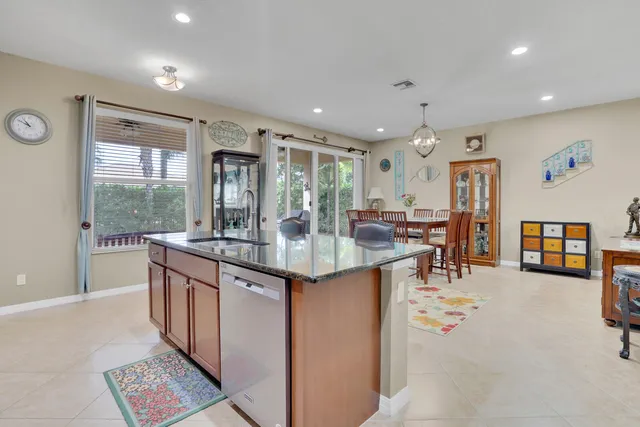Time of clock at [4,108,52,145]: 10:50
